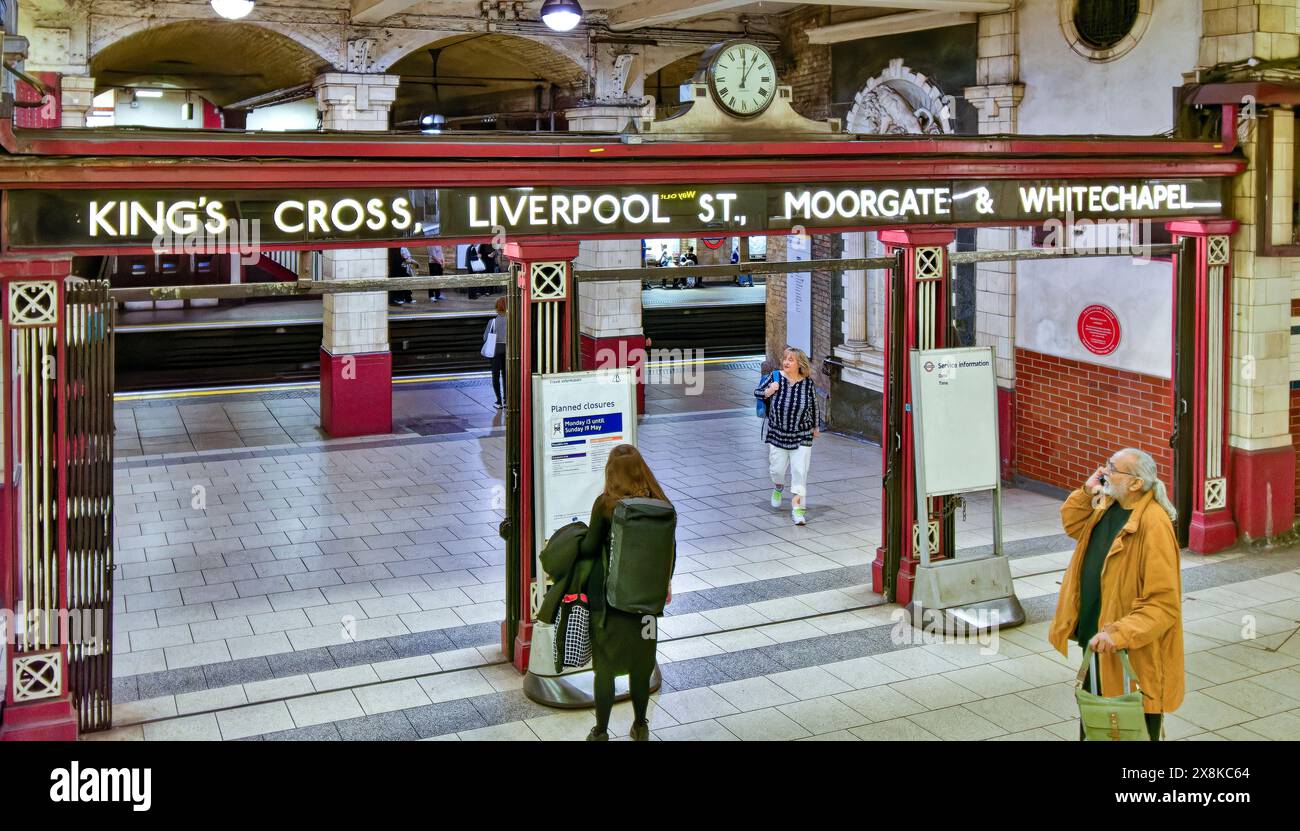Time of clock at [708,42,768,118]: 12:06
